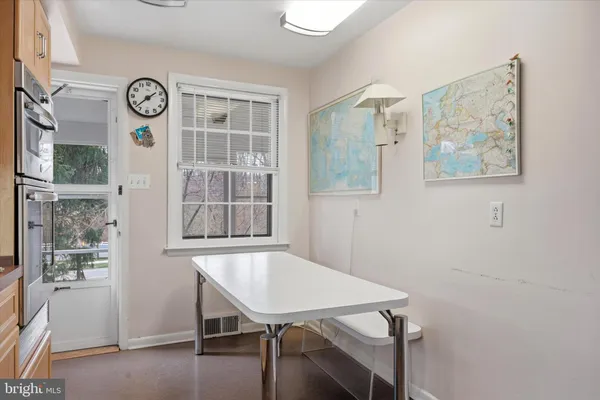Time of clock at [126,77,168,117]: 1:37
